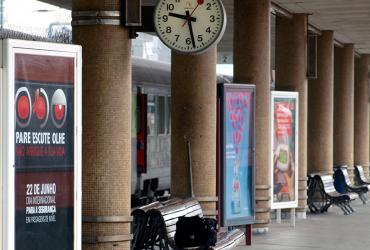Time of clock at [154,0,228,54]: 9:28
